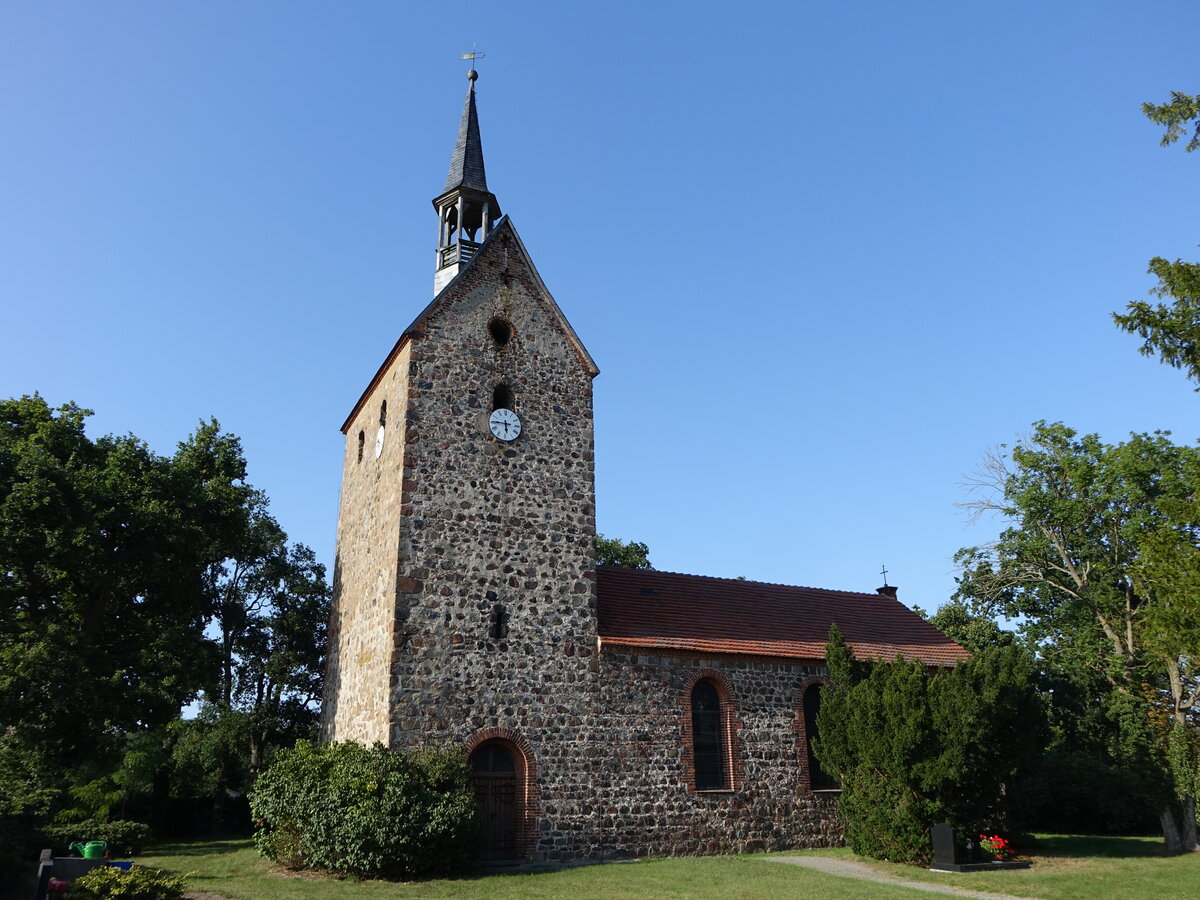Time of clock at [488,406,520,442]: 5:45
